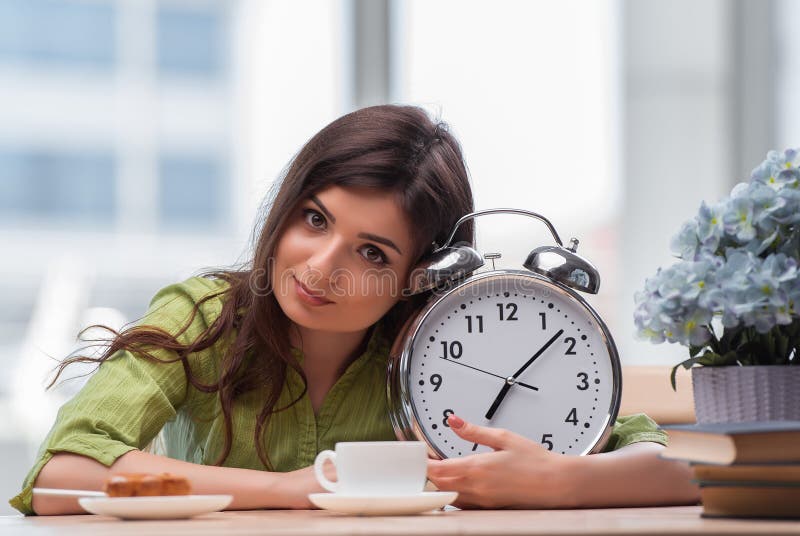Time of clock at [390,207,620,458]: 7:07
